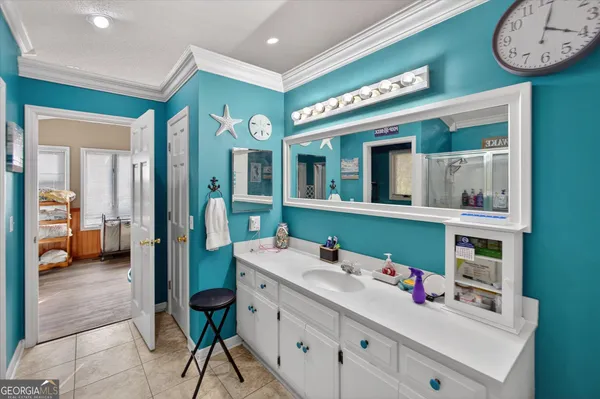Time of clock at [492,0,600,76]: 4:02
